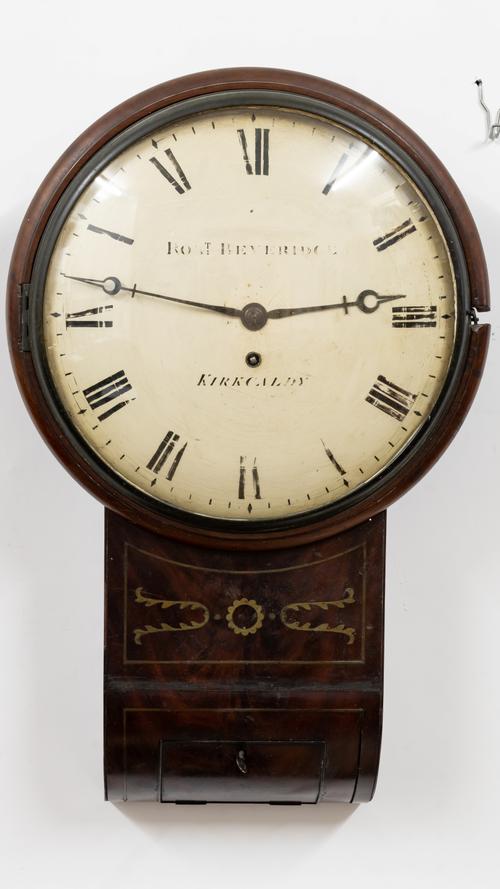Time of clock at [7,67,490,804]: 2:46
